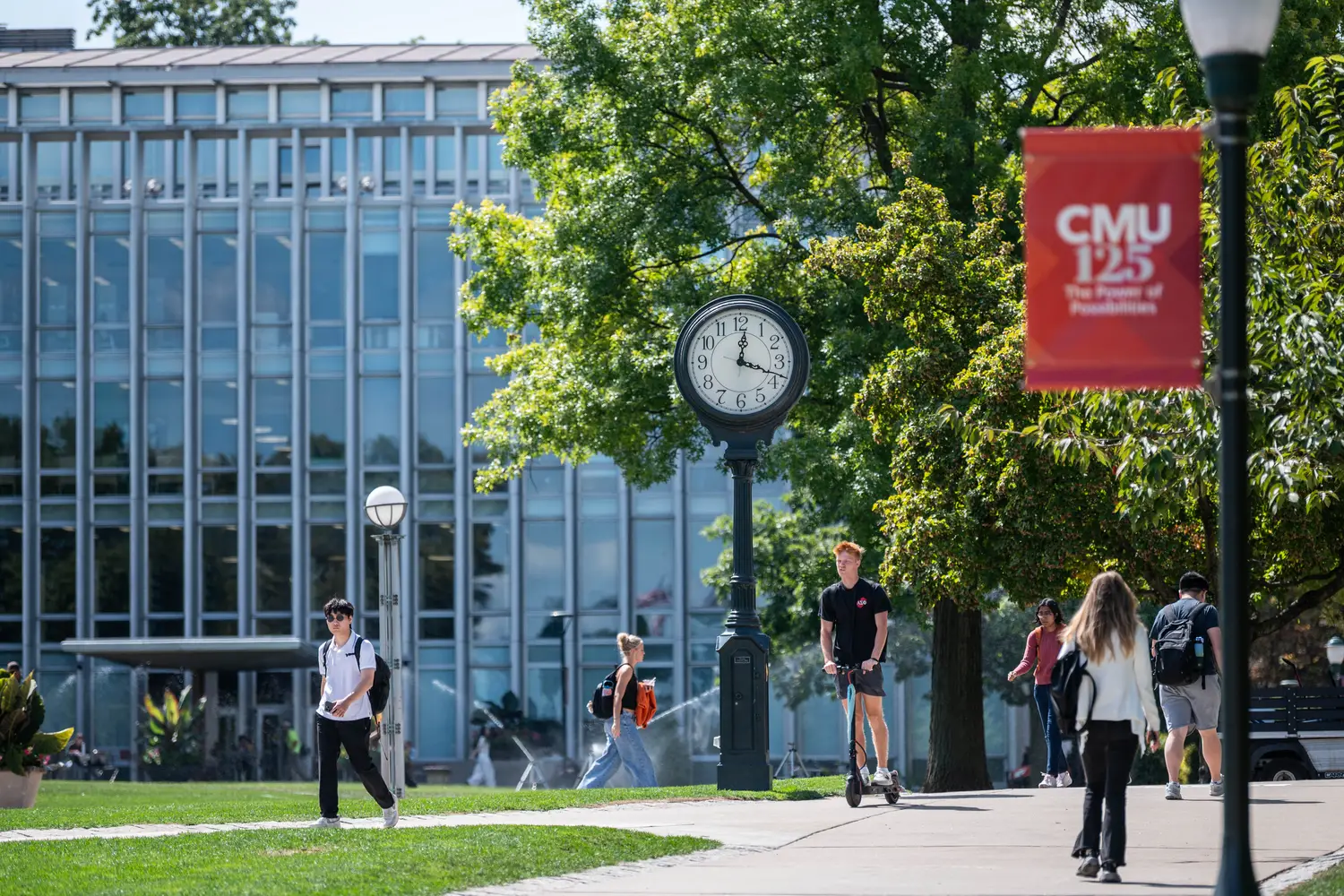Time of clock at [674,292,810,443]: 12:18
